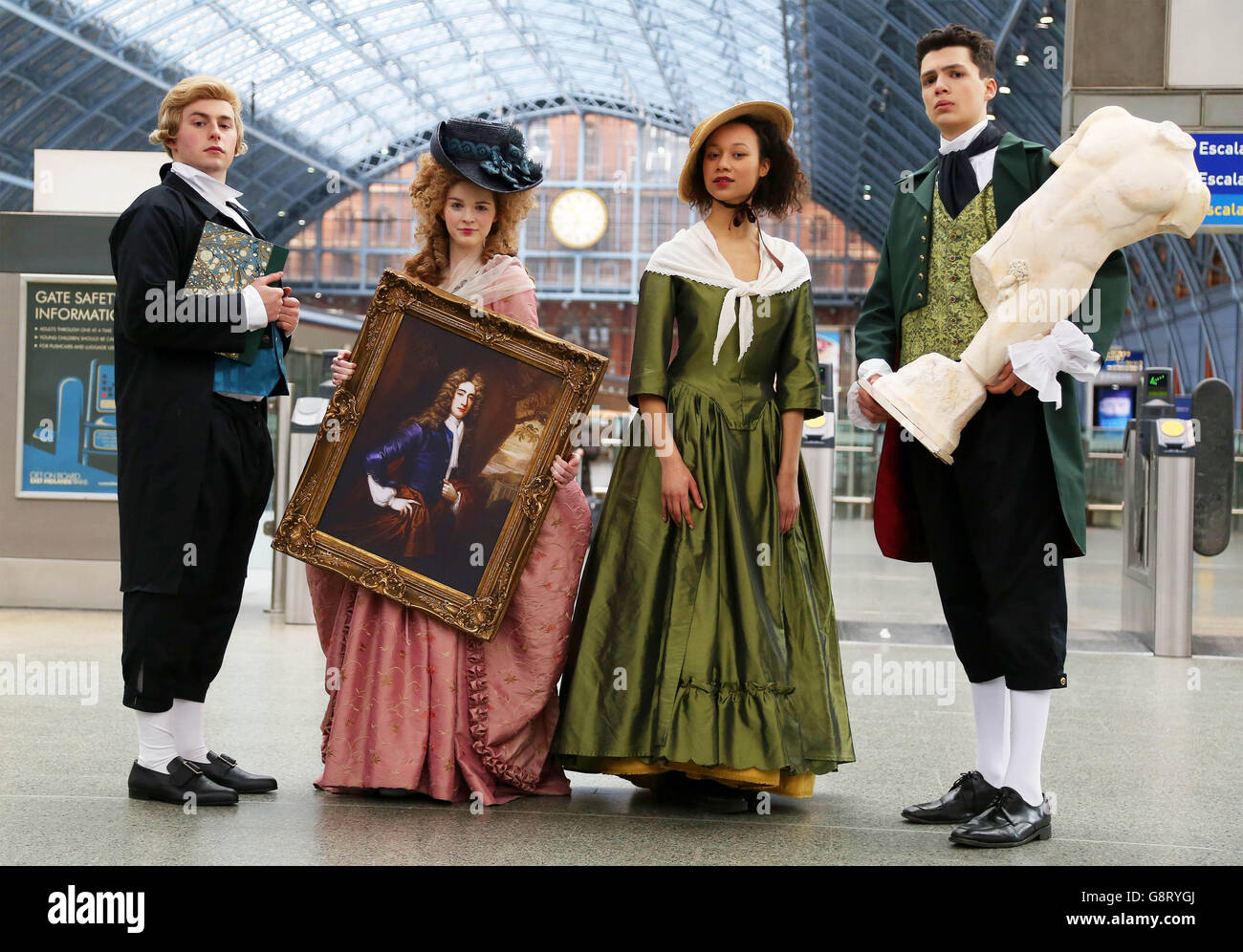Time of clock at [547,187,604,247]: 10:32
